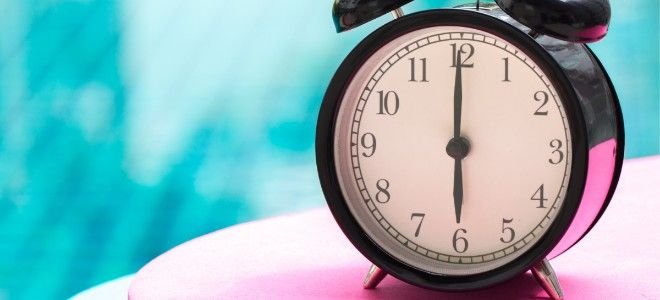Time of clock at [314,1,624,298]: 6:00
